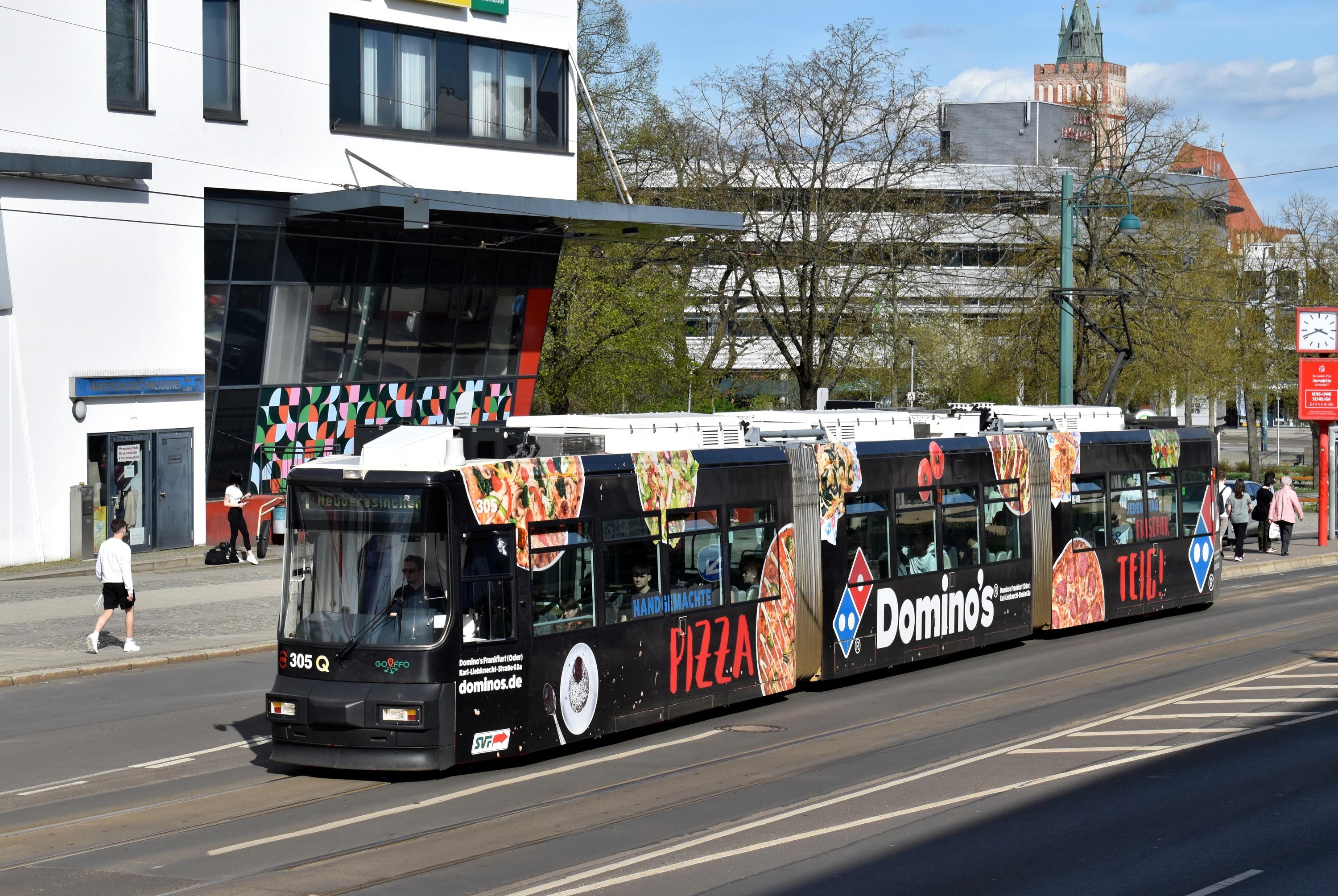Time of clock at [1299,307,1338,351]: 3:41
